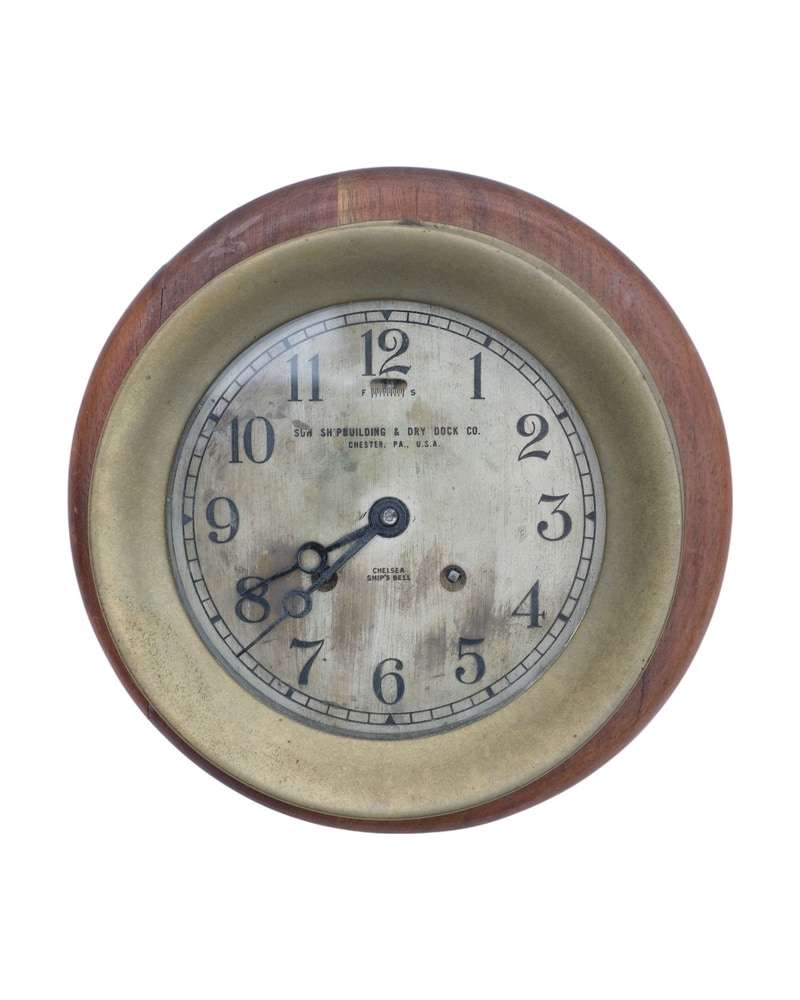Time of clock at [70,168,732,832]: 7:40
